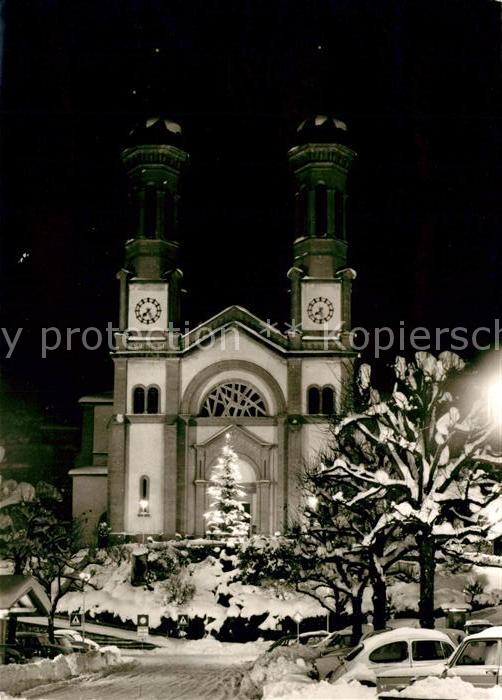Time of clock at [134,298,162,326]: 7:25
